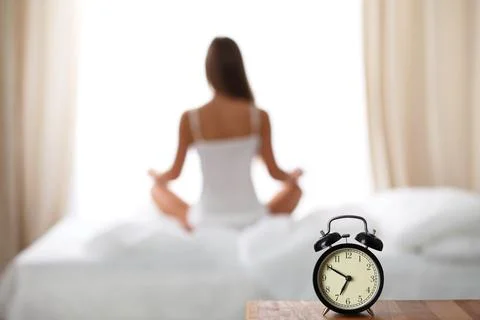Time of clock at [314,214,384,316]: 6:50
